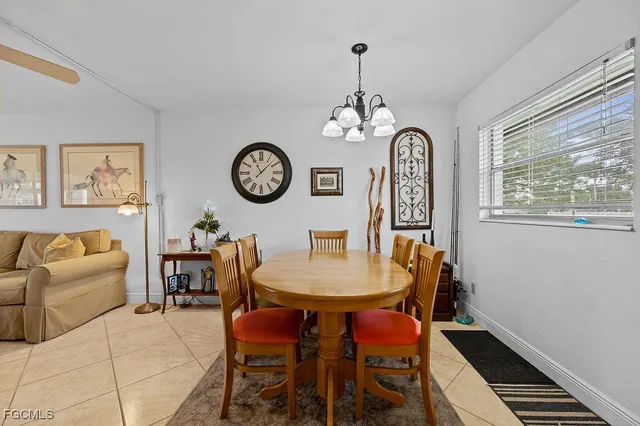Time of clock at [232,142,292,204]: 11:07
